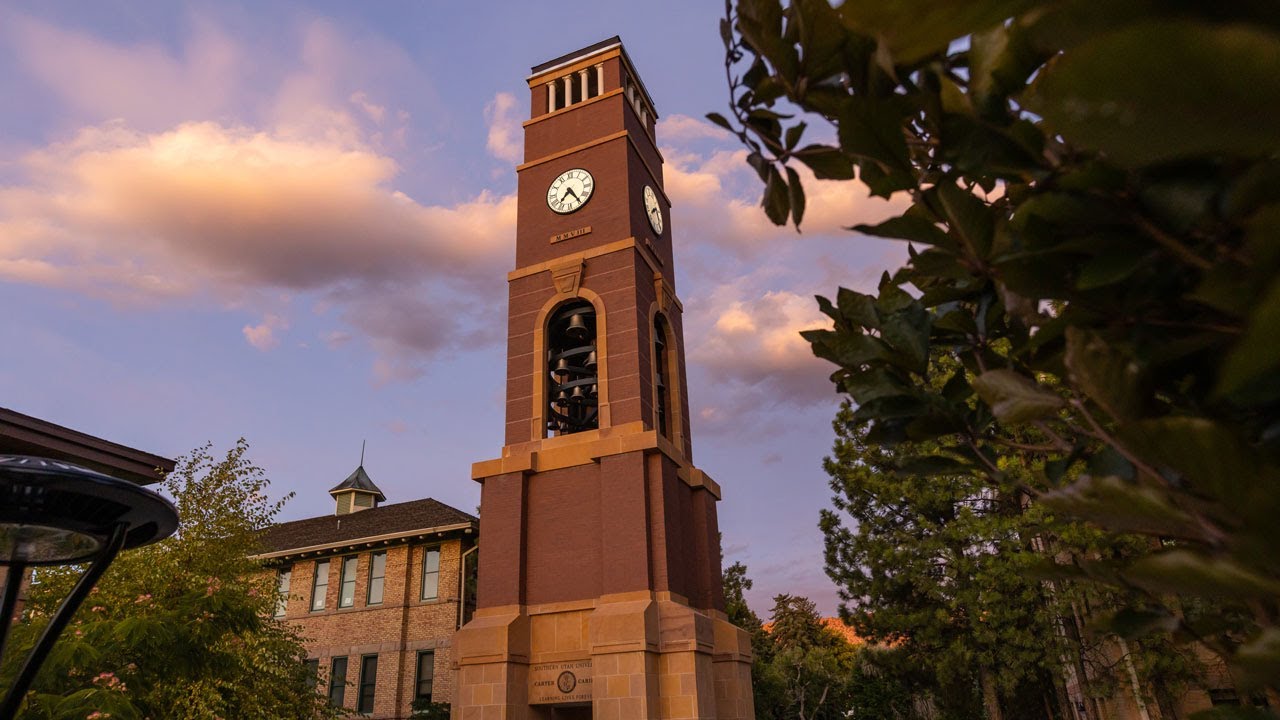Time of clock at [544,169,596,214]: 7:24
